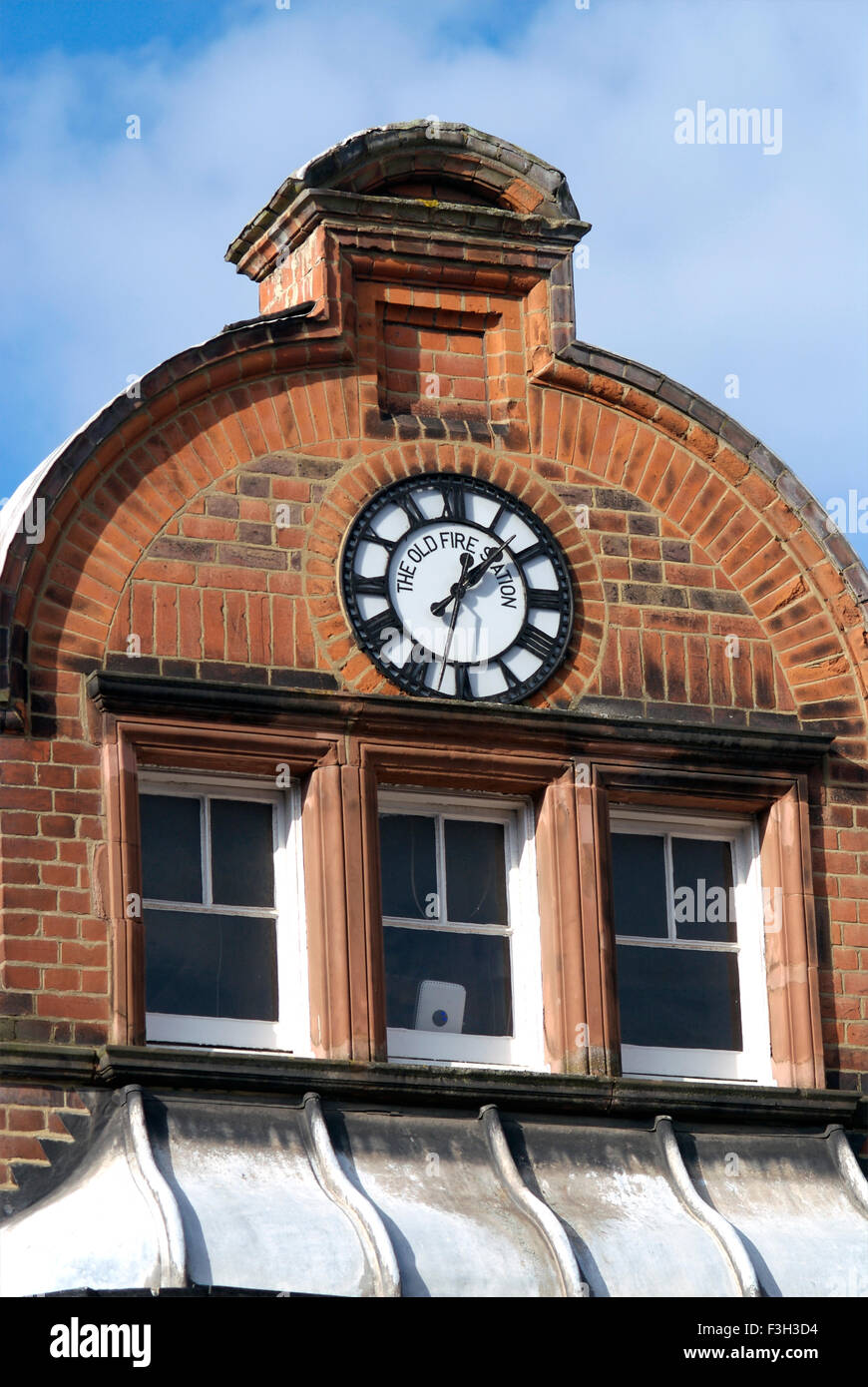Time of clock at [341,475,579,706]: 12:07
